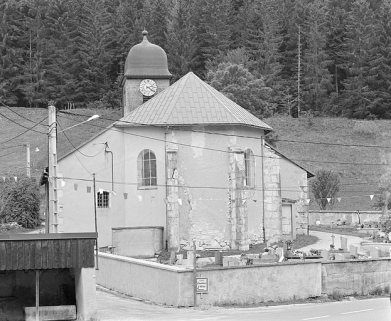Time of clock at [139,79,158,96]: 2:21
